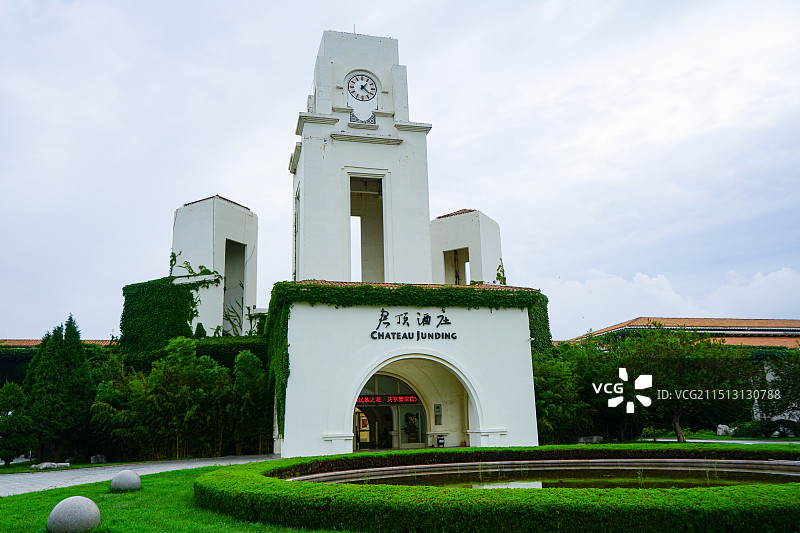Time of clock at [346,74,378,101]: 1:21
